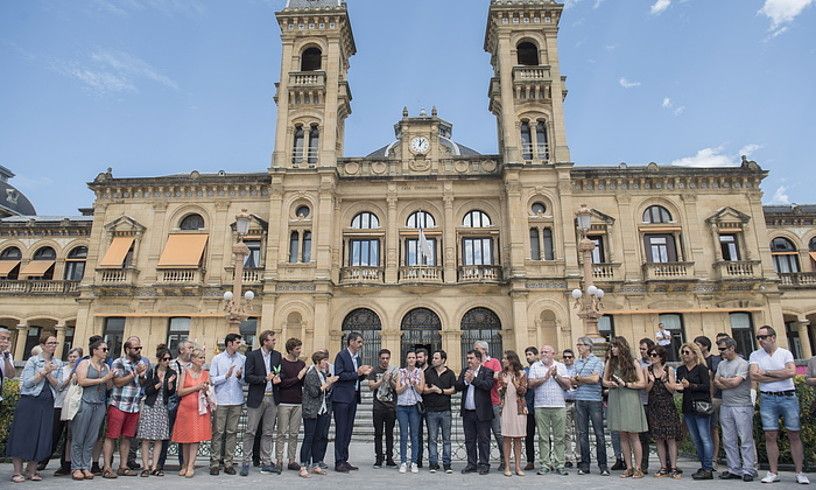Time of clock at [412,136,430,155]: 12:06
